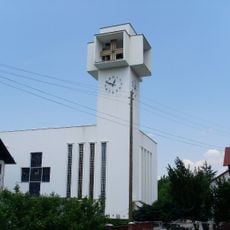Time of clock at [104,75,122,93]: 12:49
